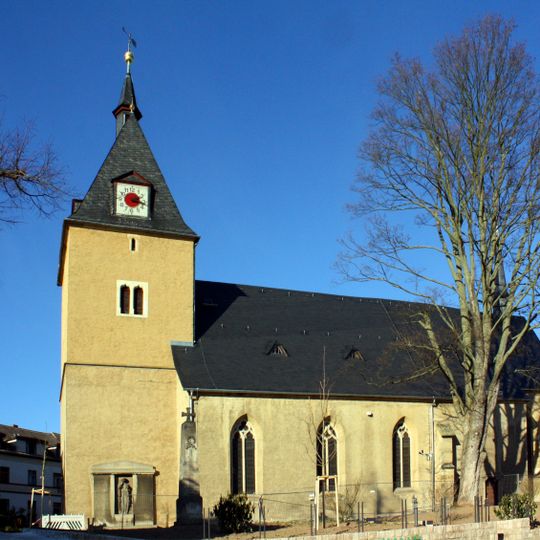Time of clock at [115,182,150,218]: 2:17
